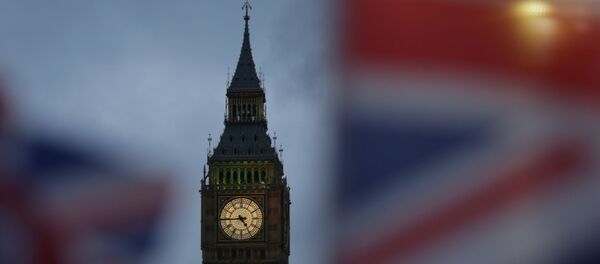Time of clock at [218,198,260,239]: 4:44
